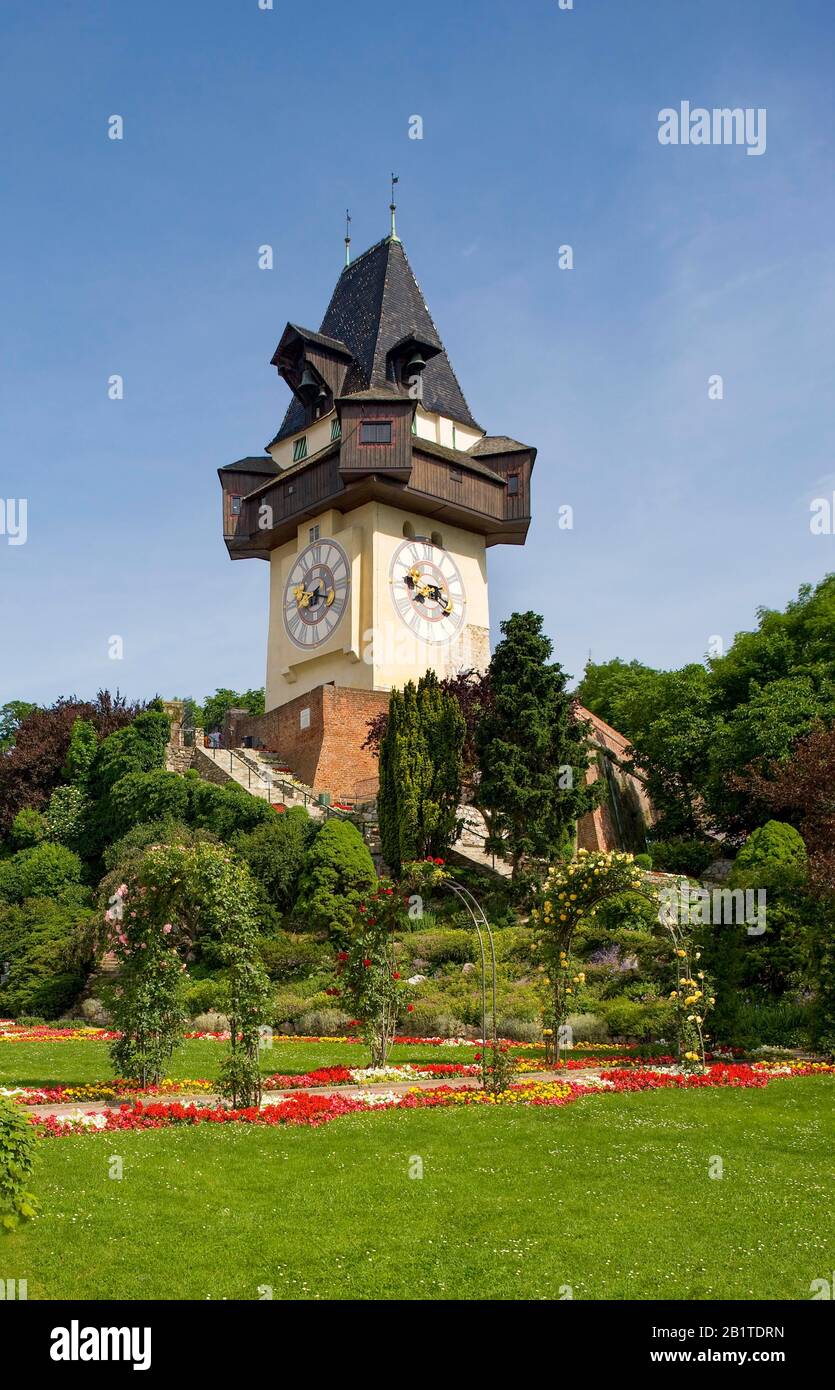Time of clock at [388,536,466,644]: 3:40
